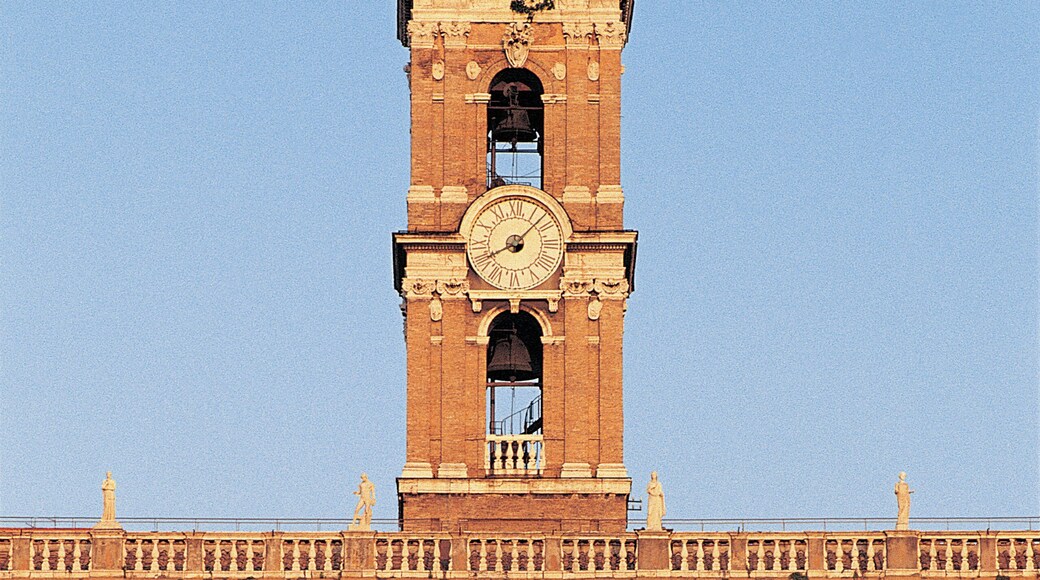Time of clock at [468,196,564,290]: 8:07
